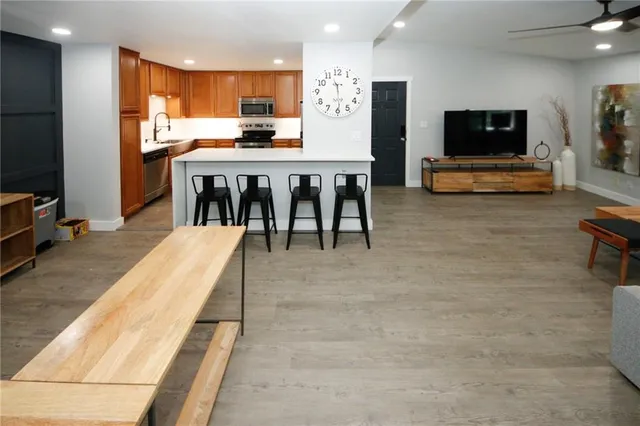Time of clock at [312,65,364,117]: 11:29
